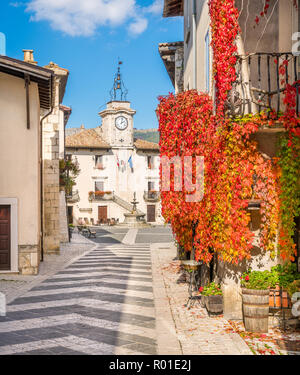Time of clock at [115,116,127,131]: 2:02
